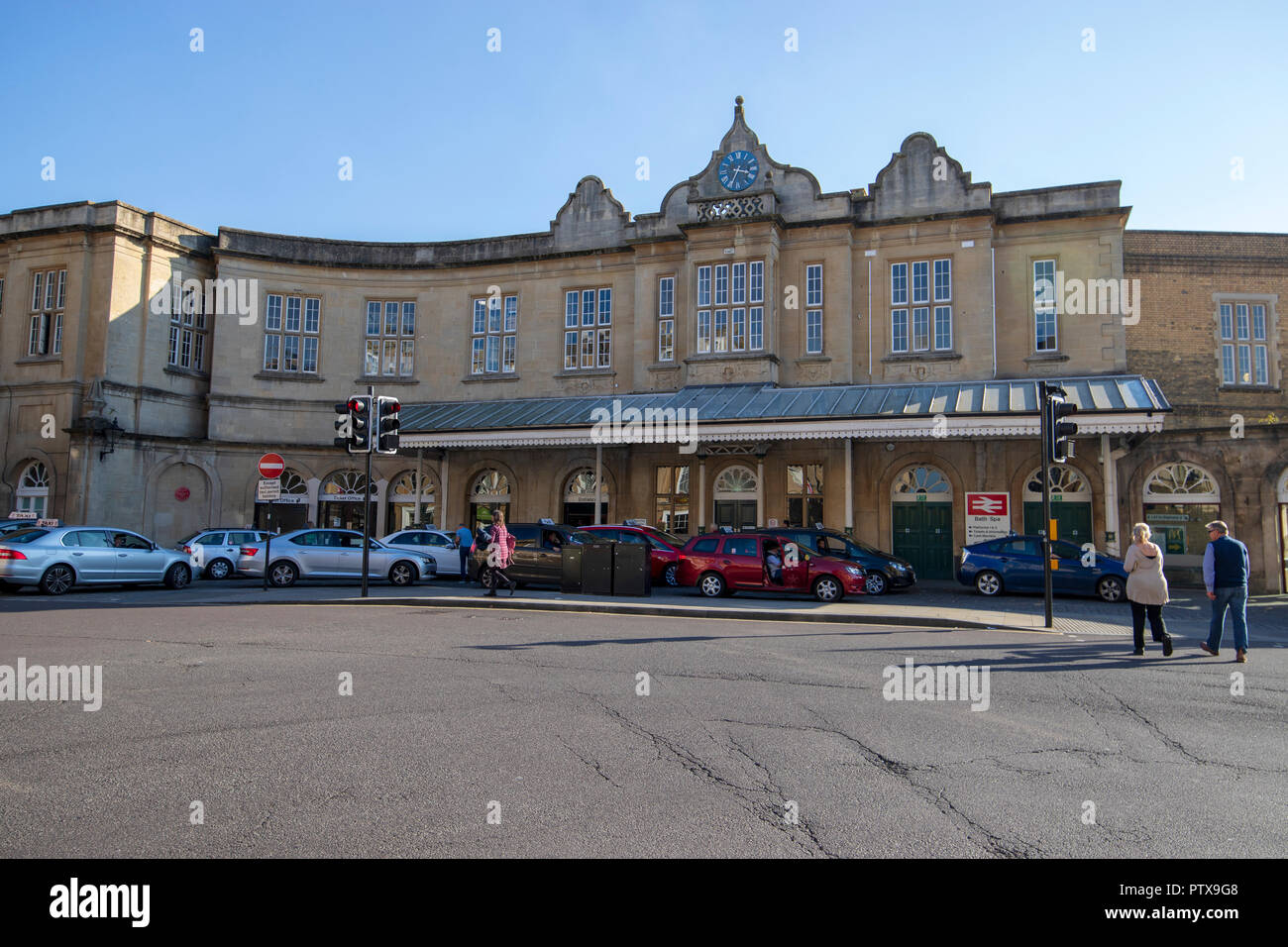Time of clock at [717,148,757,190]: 3:34
